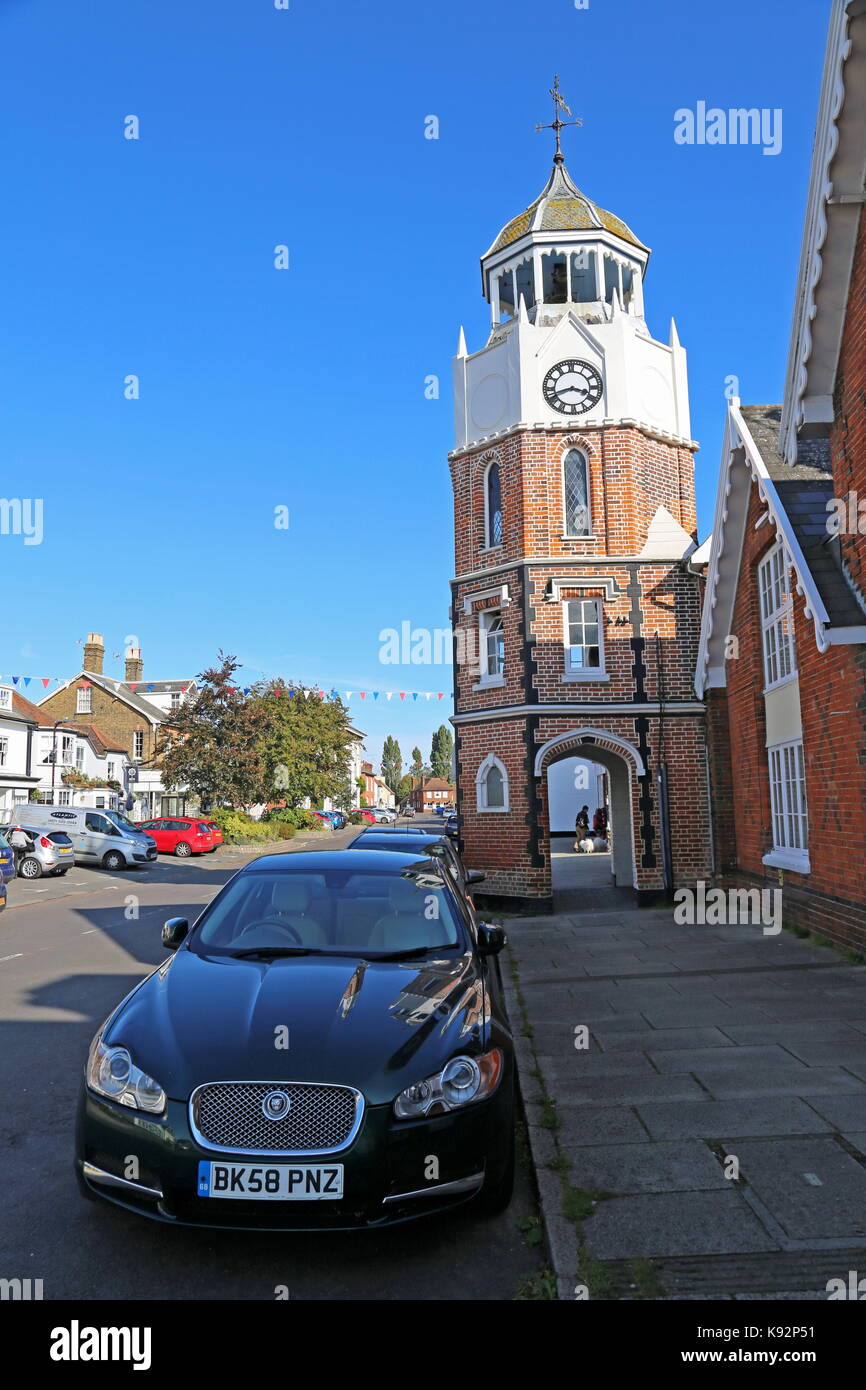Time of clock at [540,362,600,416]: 3:41
